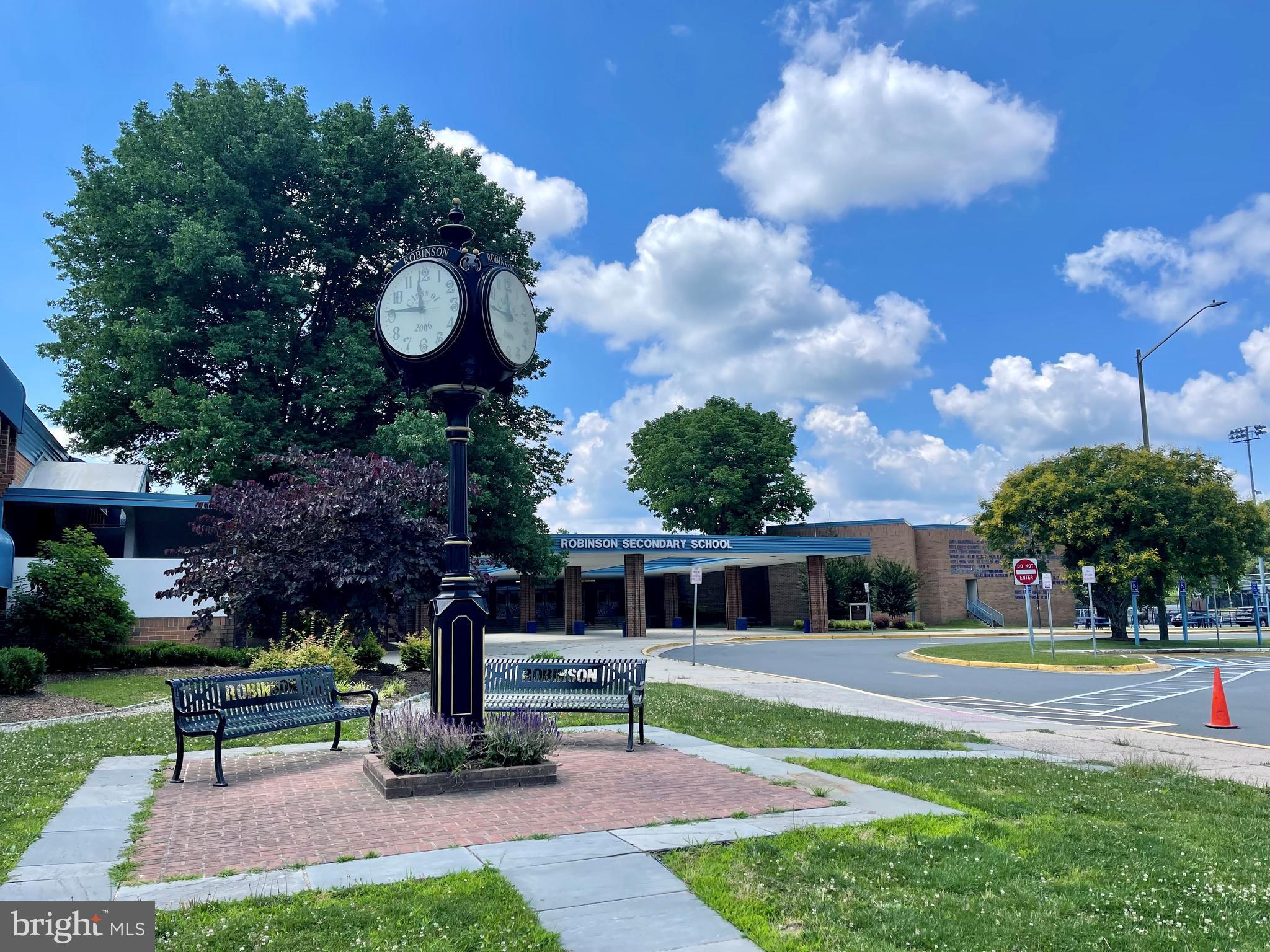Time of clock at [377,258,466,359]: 11:45
